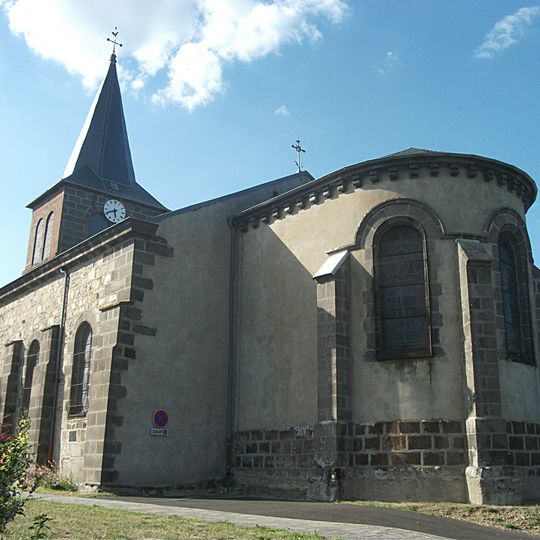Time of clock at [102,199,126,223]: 5:41
